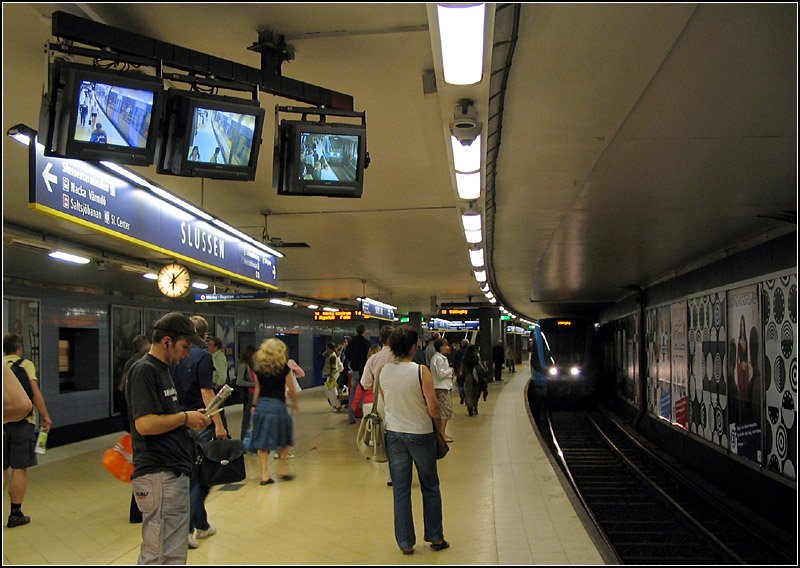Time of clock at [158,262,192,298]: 6:07
